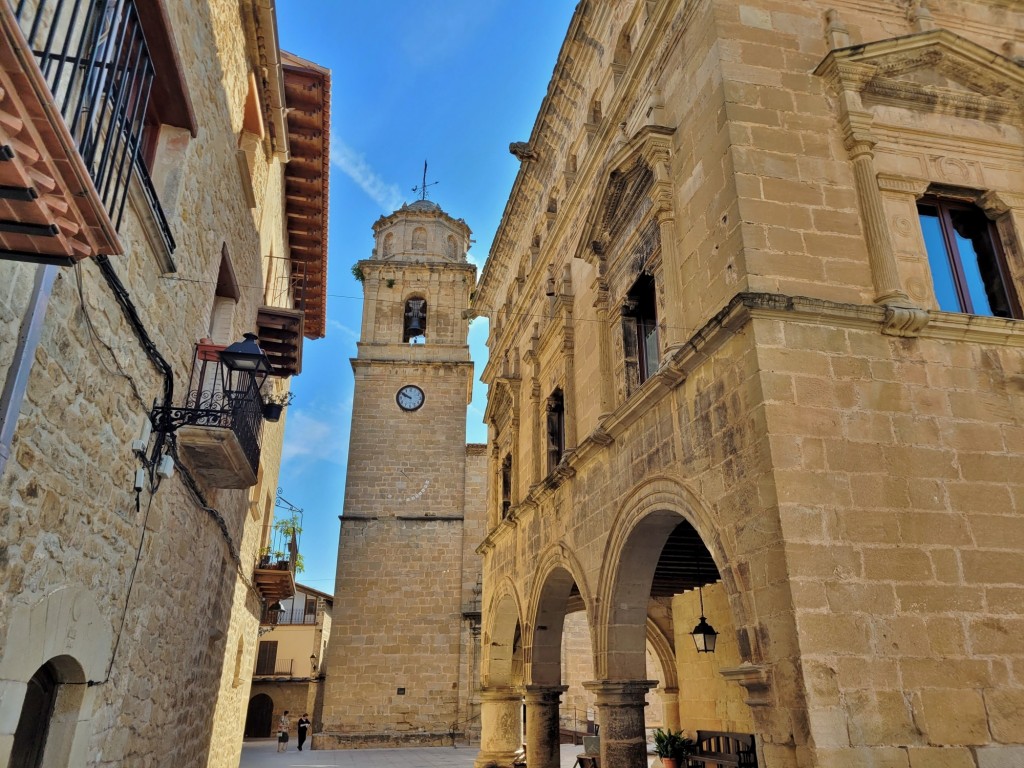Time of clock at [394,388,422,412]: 9:50
